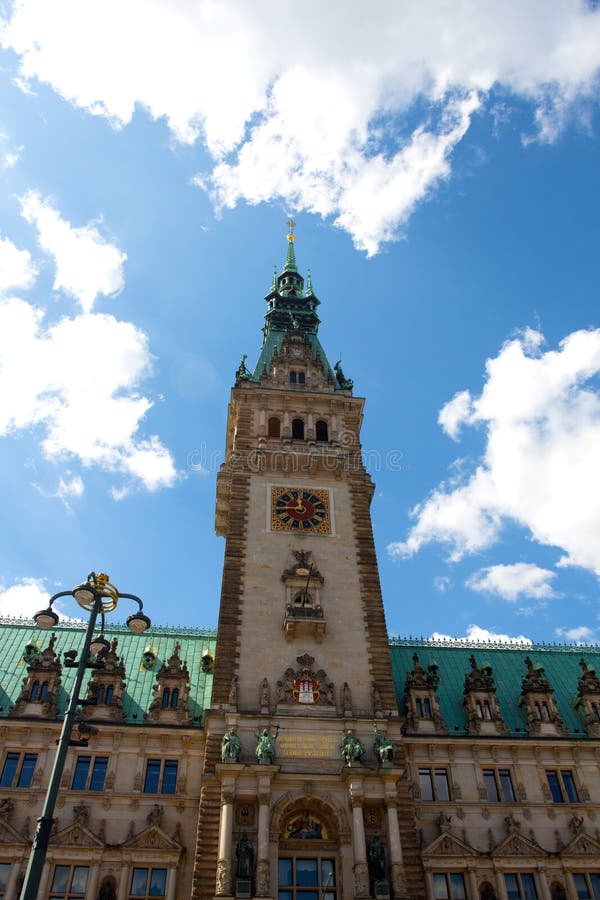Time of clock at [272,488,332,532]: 11:46
